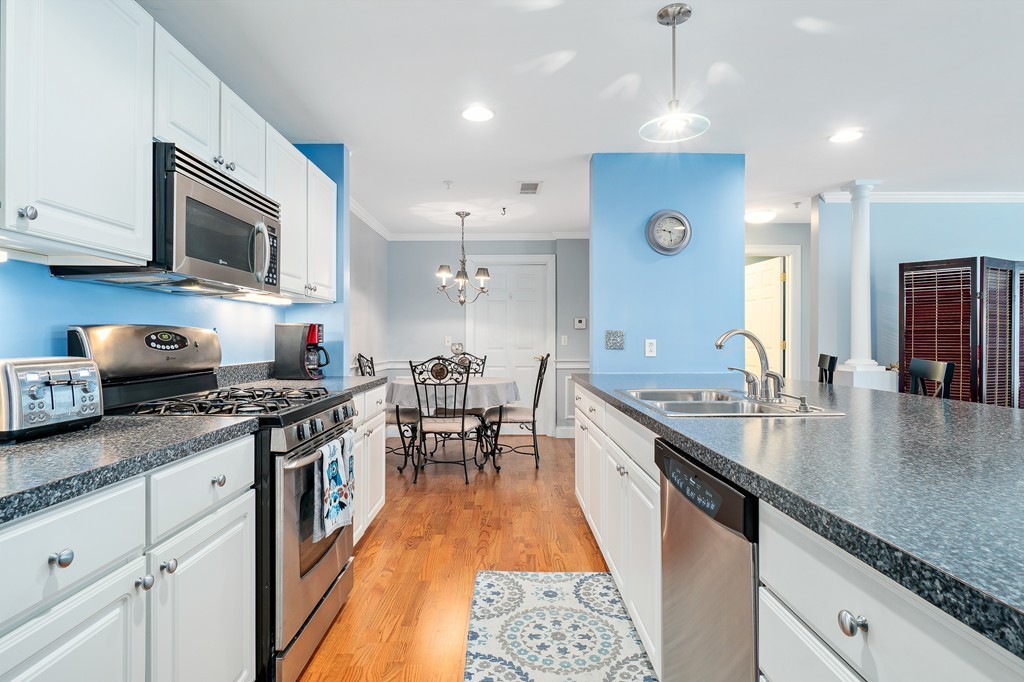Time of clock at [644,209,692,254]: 9:28
